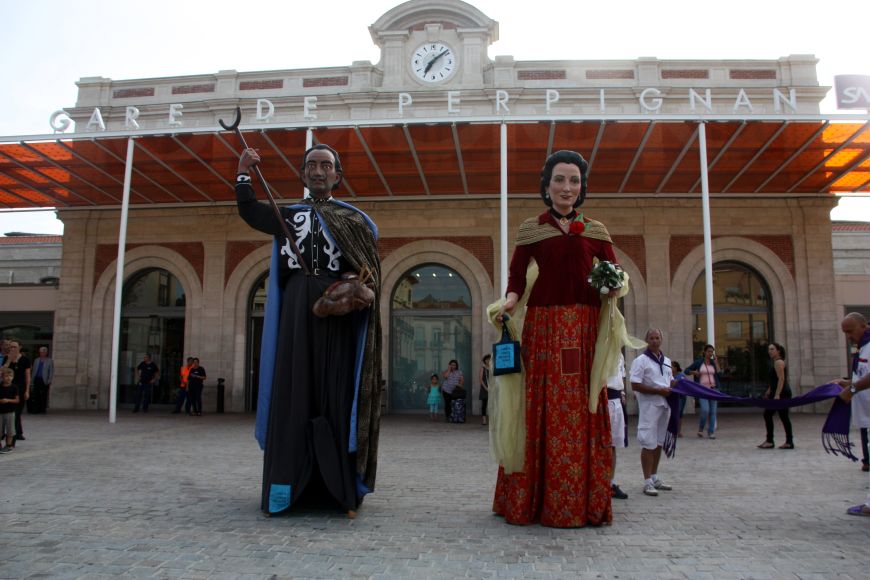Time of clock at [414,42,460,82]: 7:08
